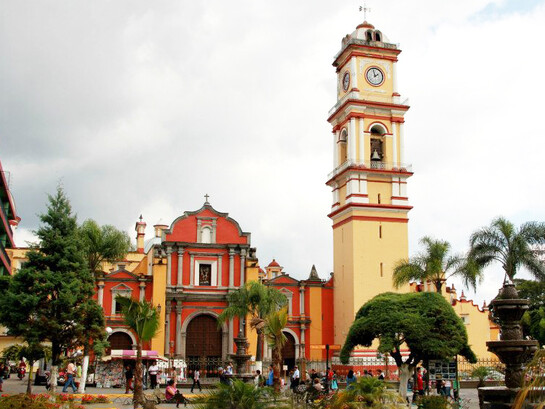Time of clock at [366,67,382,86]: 1:59
